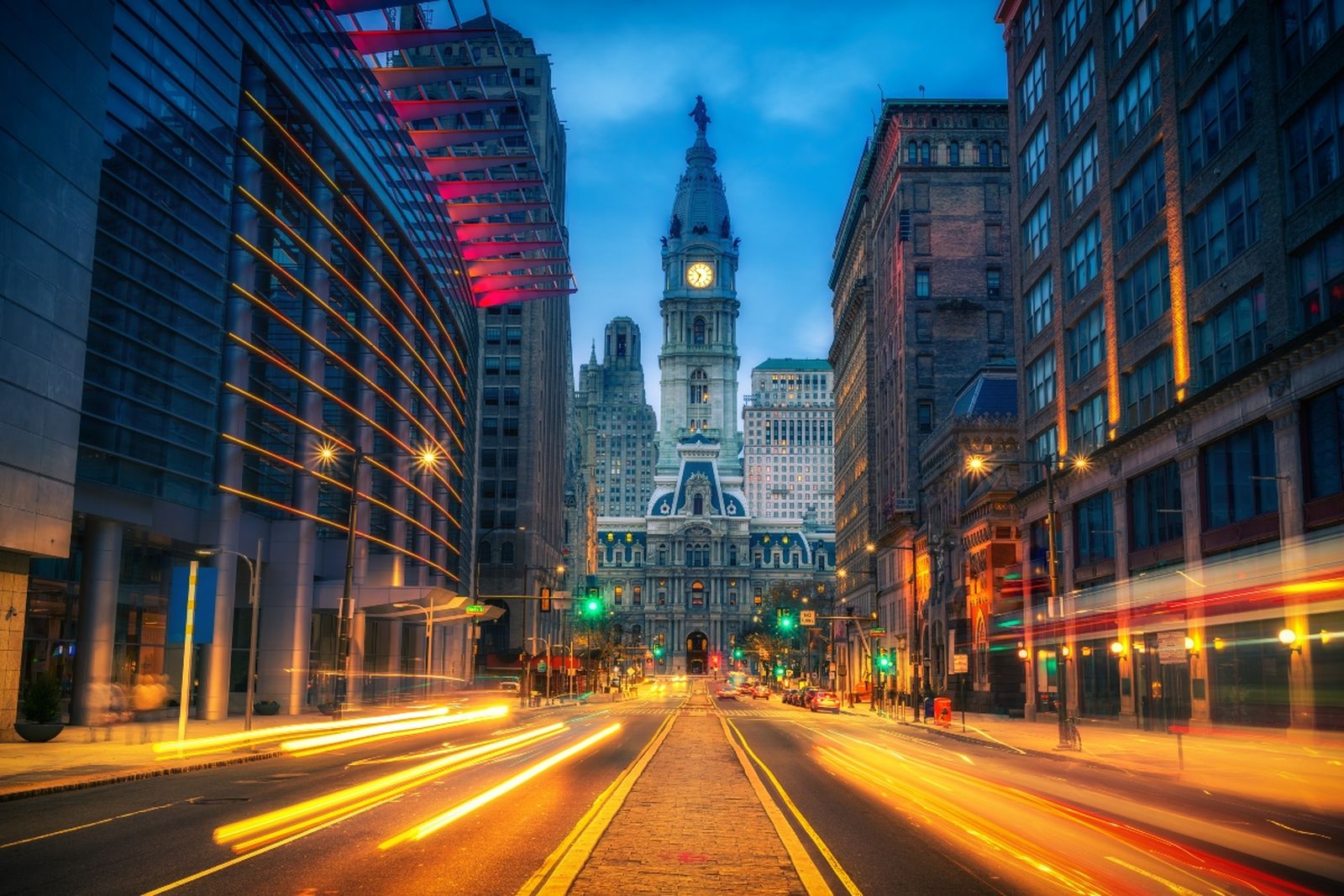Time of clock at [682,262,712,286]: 6:52
